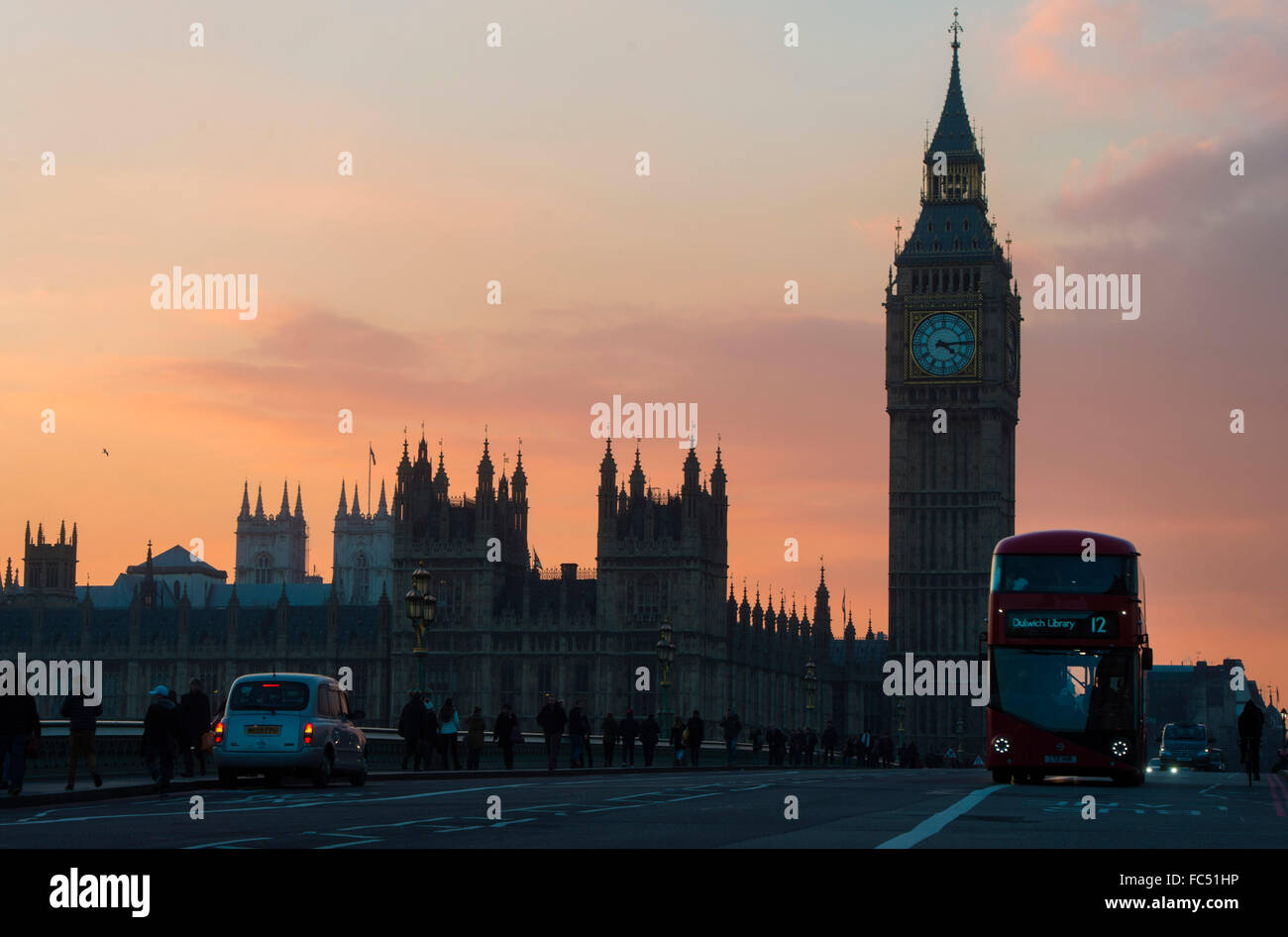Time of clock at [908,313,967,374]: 4:14
